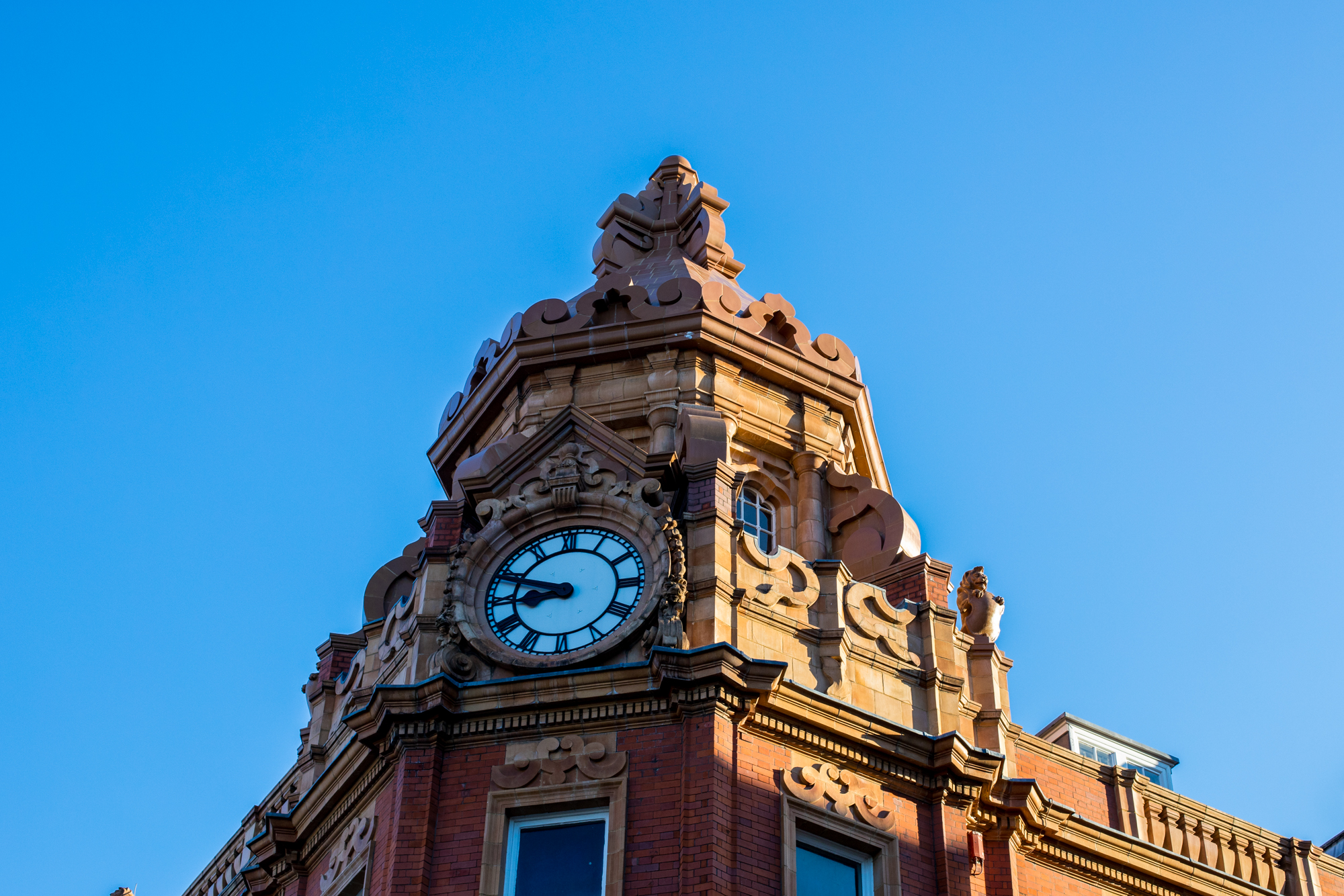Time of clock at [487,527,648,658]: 8:48
